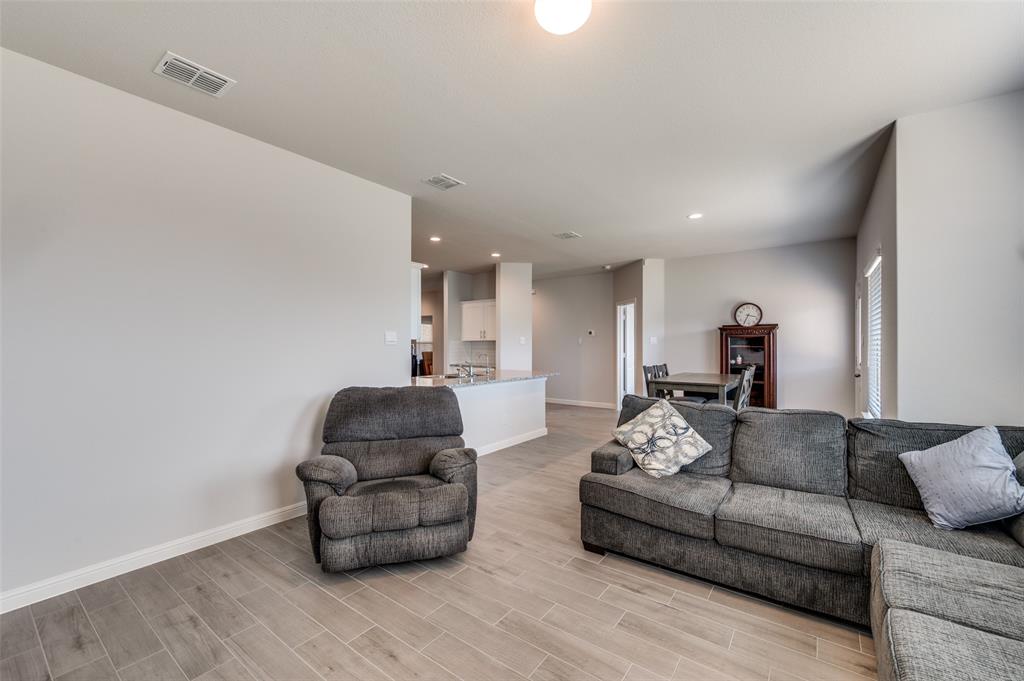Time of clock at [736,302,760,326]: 3:34
